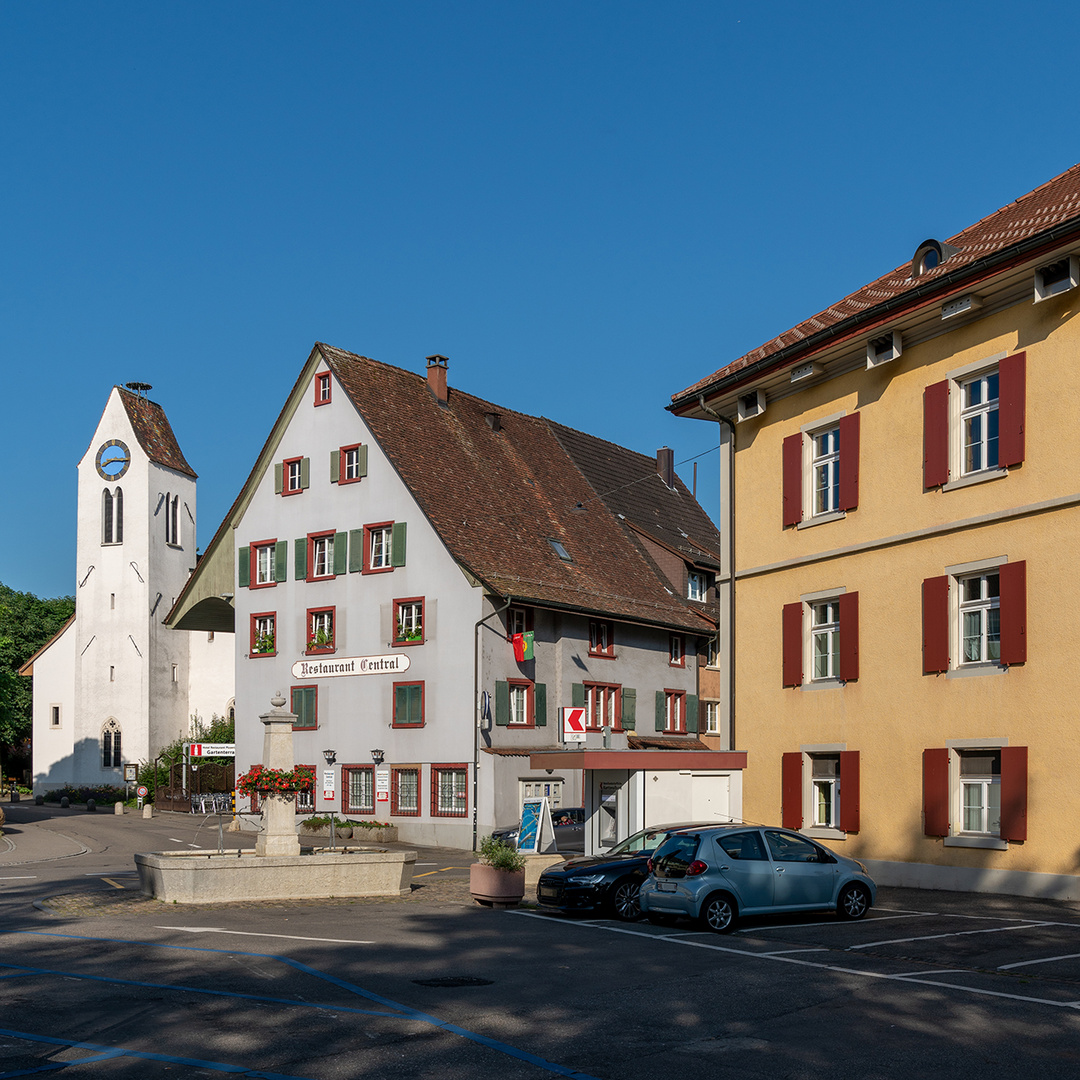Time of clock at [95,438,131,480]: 8:15
